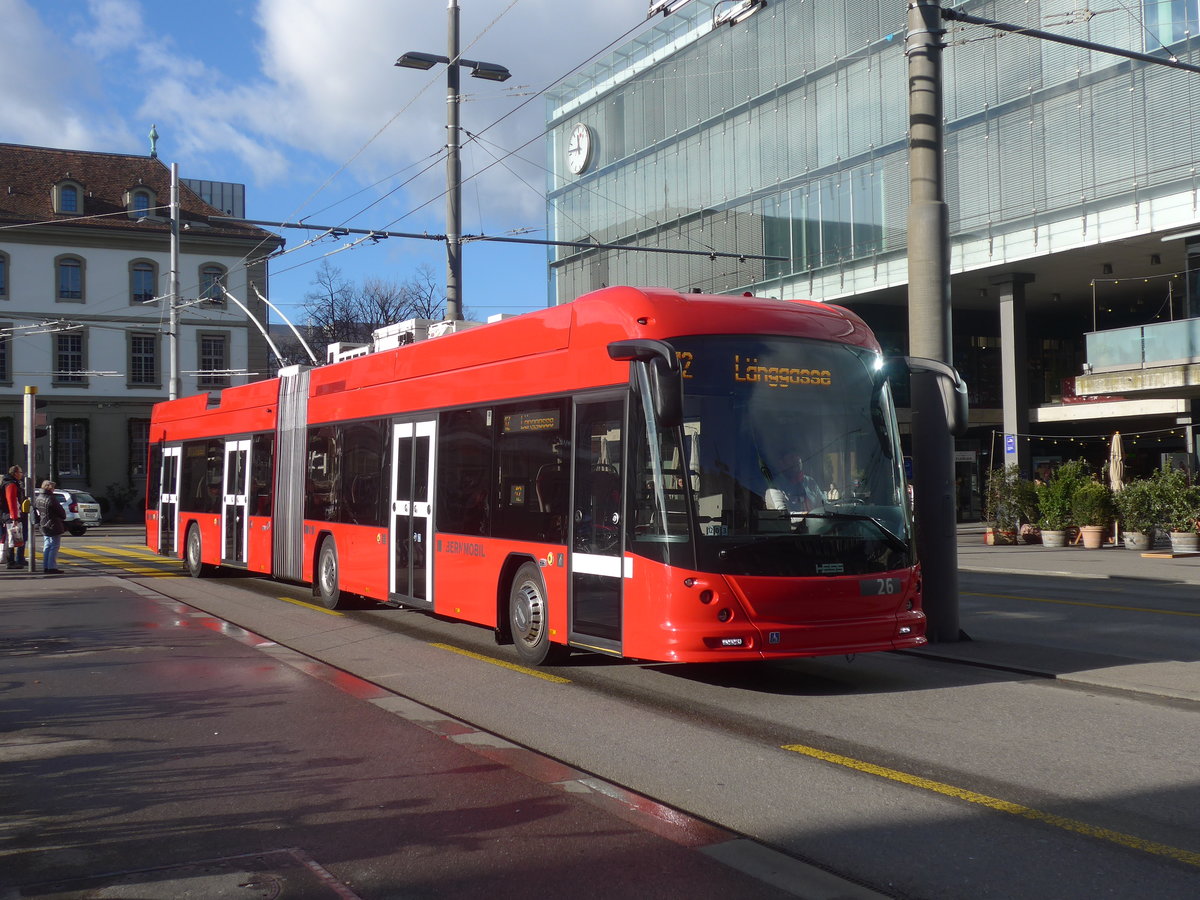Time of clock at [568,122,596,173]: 11:46
